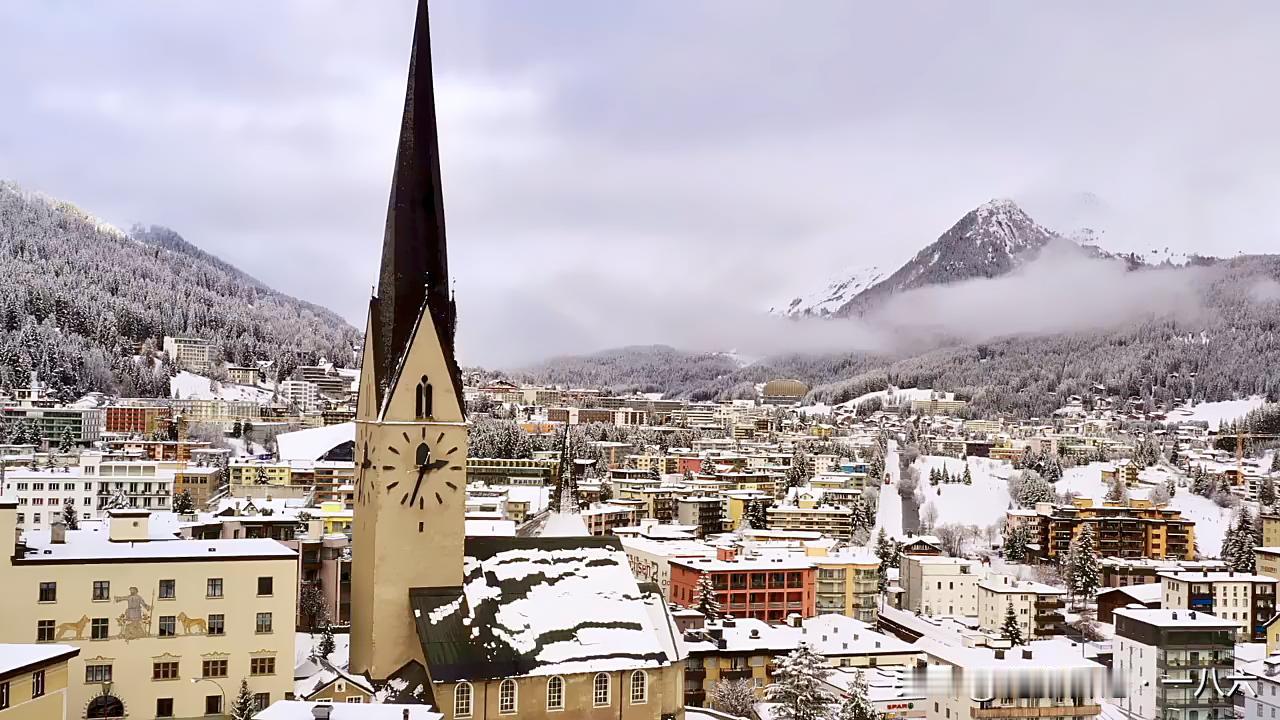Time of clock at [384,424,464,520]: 2:33
